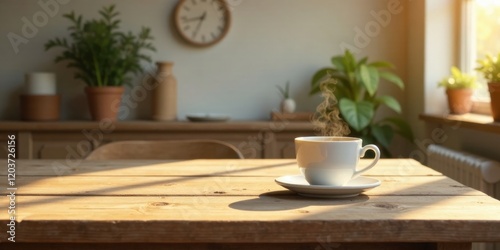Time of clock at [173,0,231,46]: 8:34
